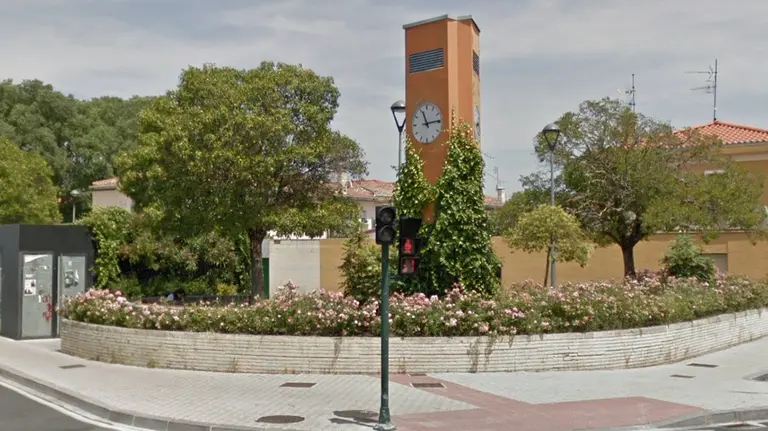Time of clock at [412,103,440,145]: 11:14
